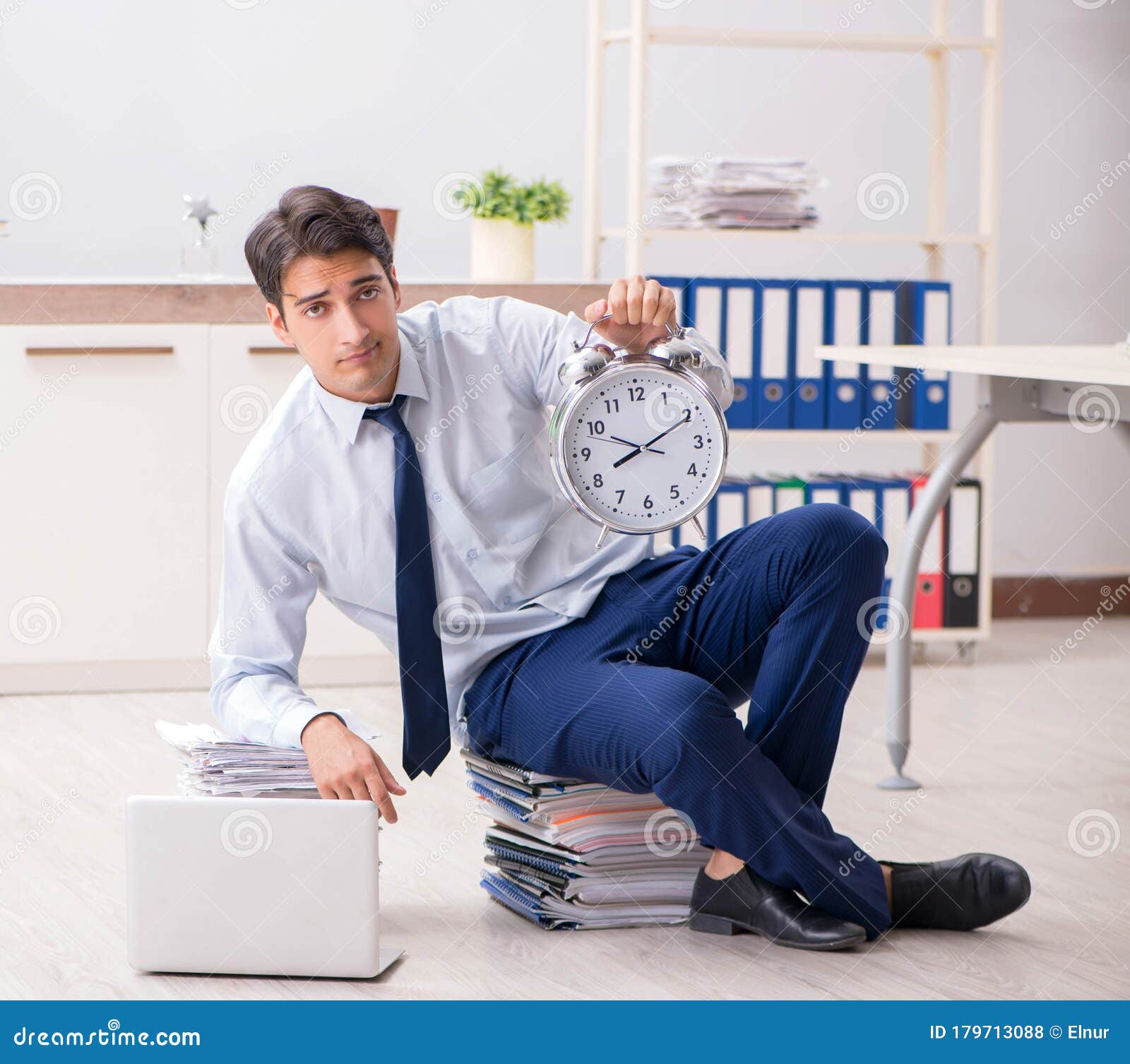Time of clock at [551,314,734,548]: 8:10
